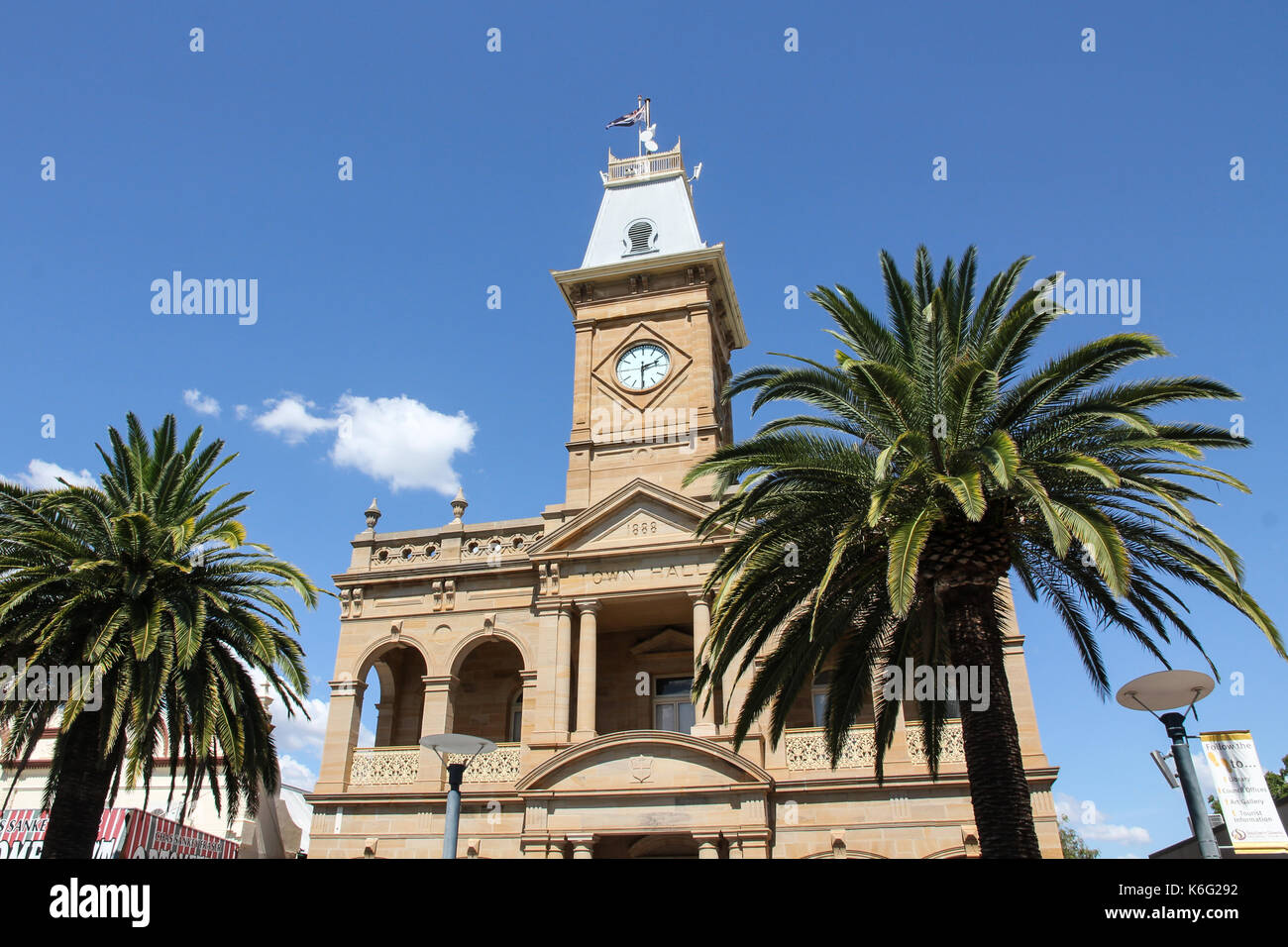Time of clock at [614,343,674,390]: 2:30
